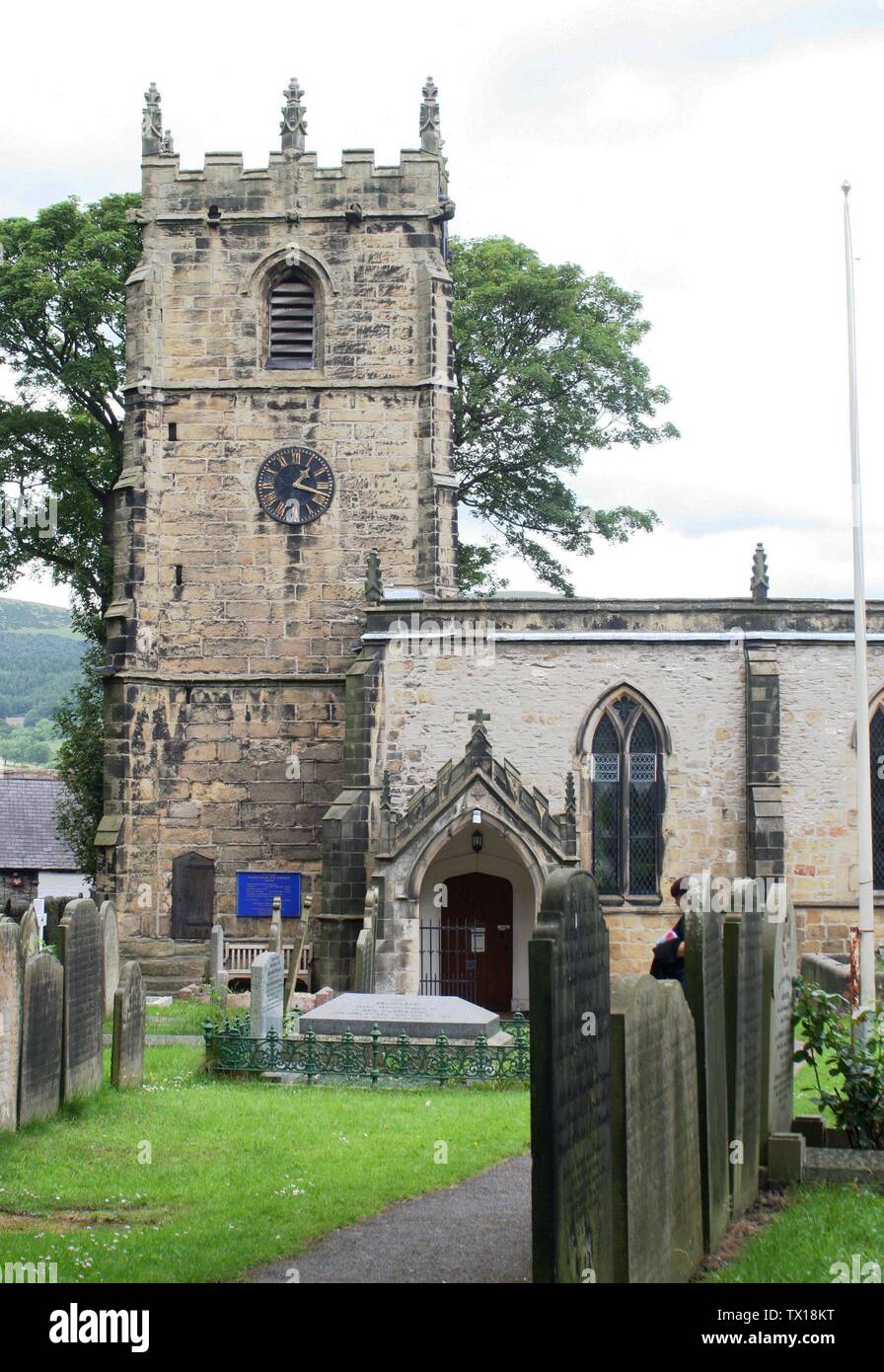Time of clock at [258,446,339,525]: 1:18
